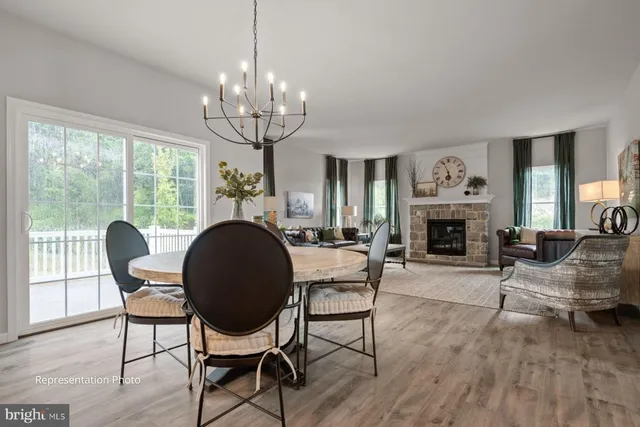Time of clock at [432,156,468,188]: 5:56
